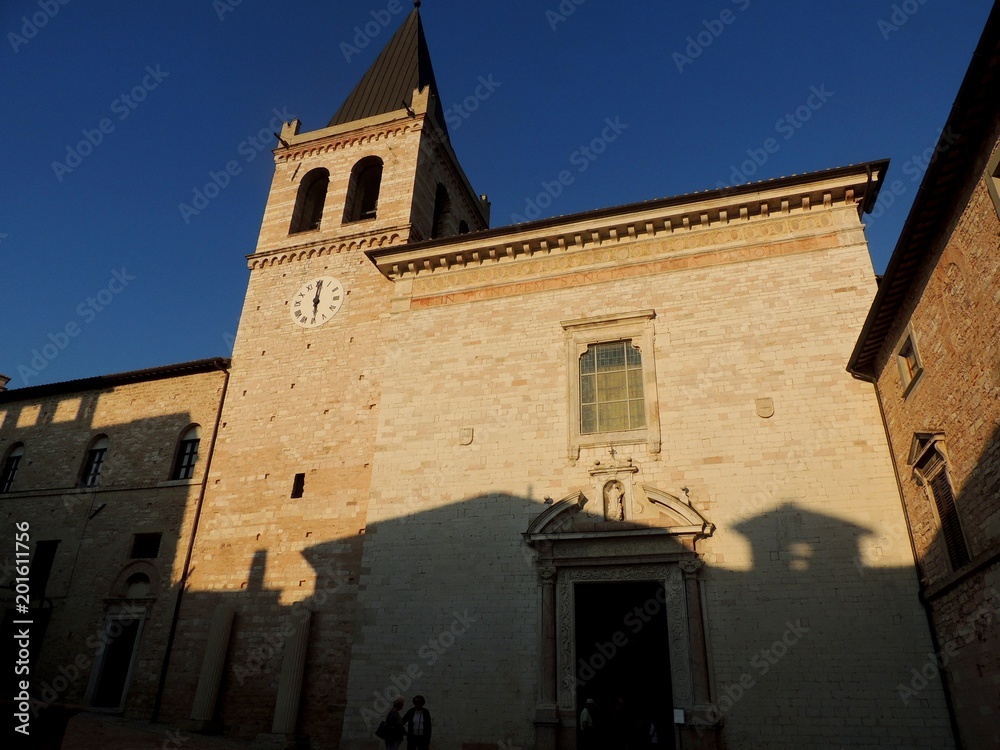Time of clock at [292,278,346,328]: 6:00
